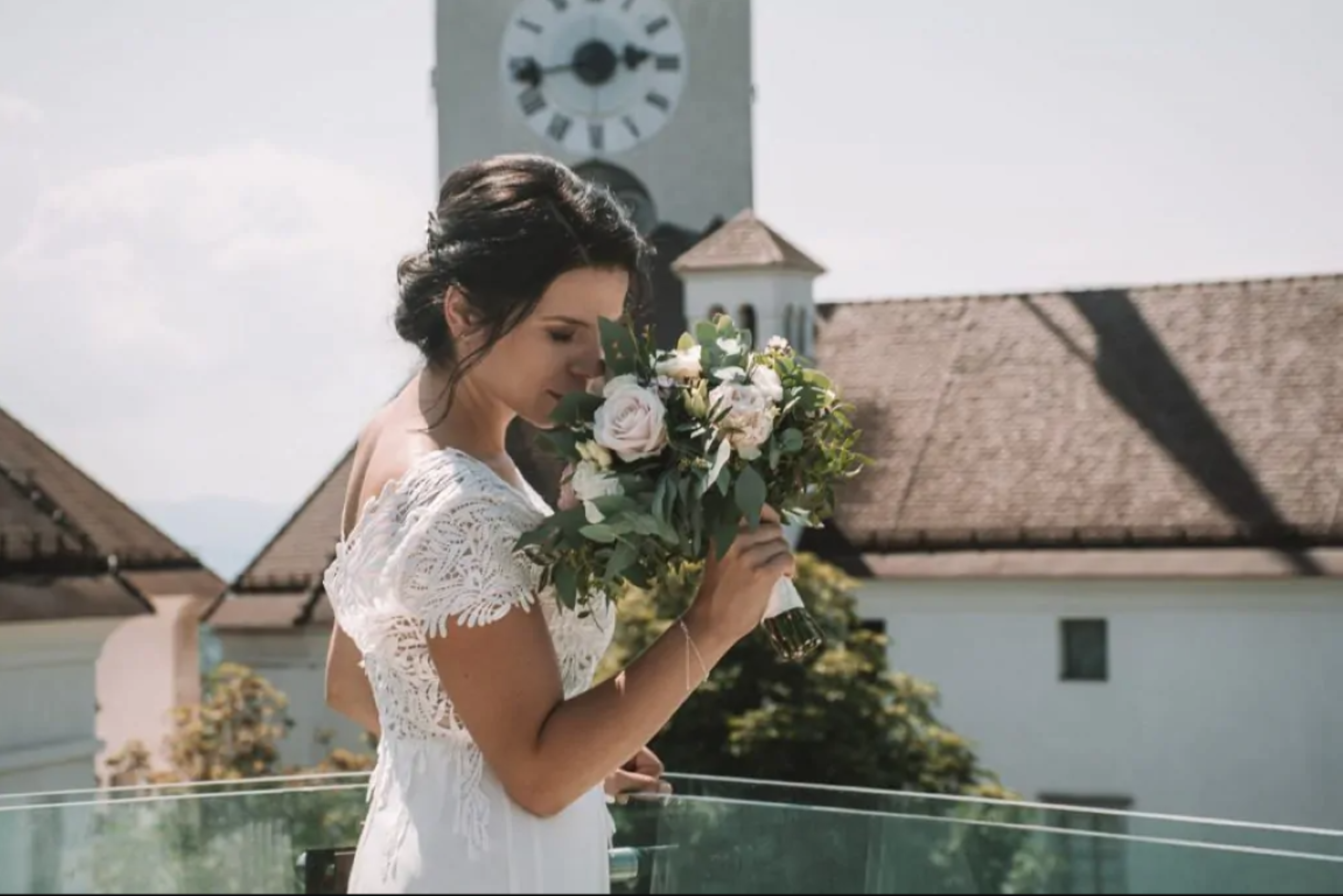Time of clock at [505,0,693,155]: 2:43
